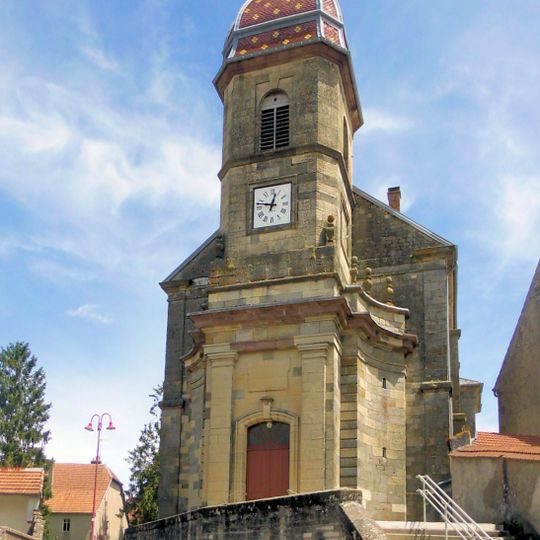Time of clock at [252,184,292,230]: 12:47
